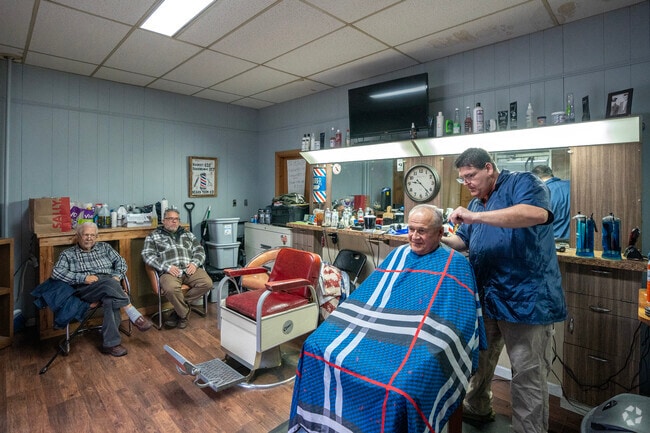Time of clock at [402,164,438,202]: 9:22
